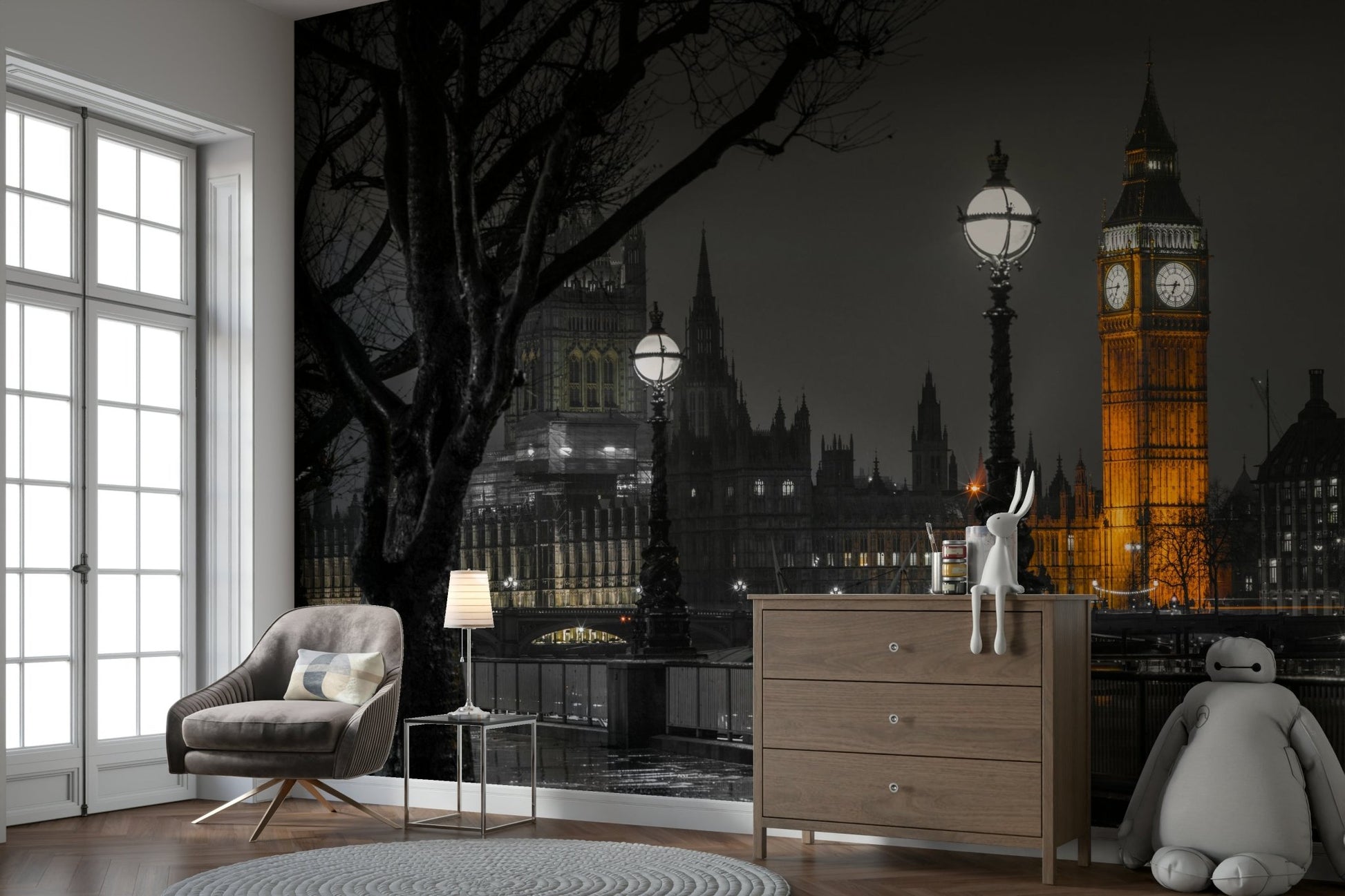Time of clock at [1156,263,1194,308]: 6:44
